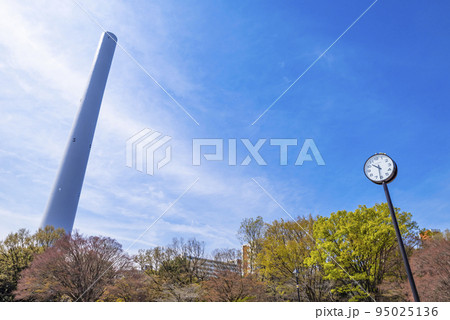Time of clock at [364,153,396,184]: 10:31
